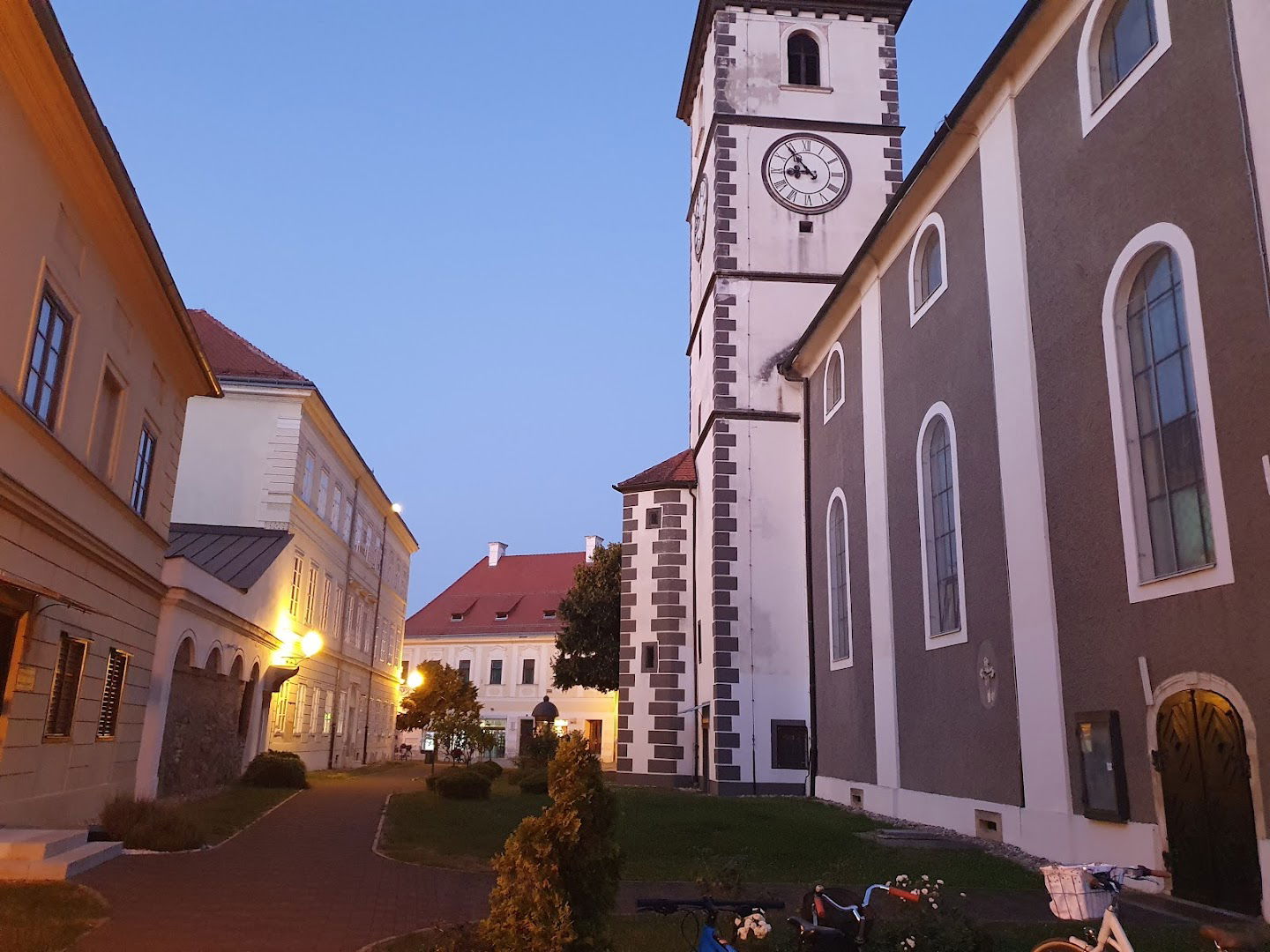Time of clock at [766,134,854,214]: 8:53
